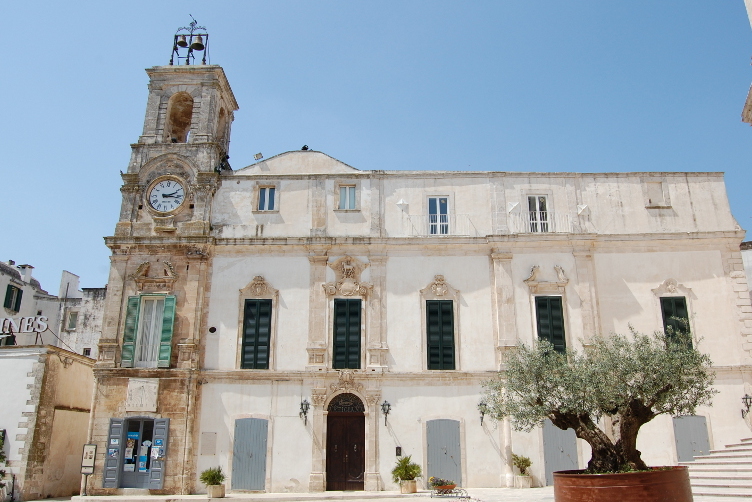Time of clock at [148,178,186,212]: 2:16
